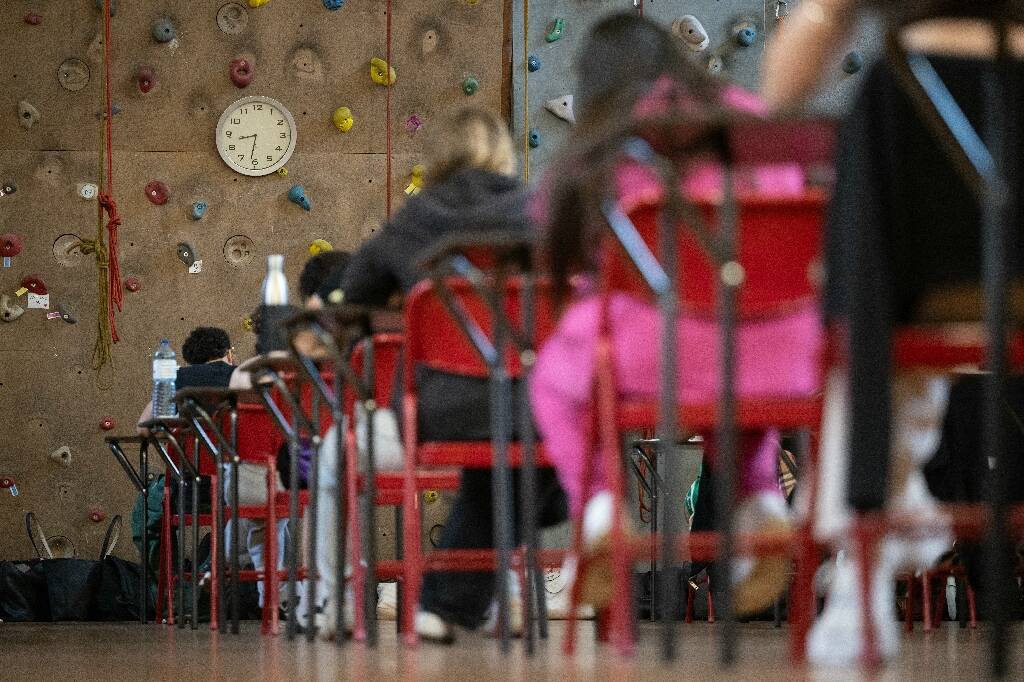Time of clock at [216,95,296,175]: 8:31
